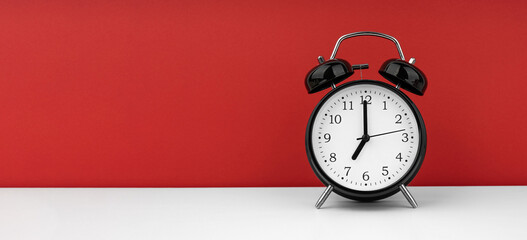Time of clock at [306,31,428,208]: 7:00
